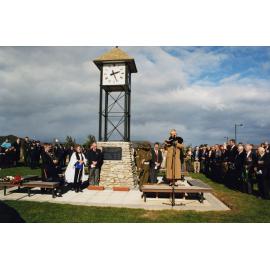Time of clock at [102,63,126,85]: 2:26
